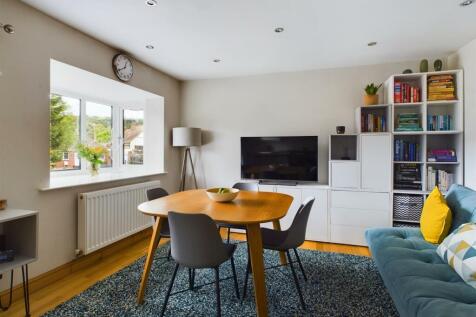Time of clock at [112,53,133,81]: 12:40
